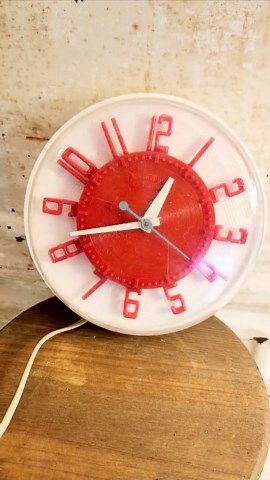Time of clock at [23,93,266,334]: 12:42
